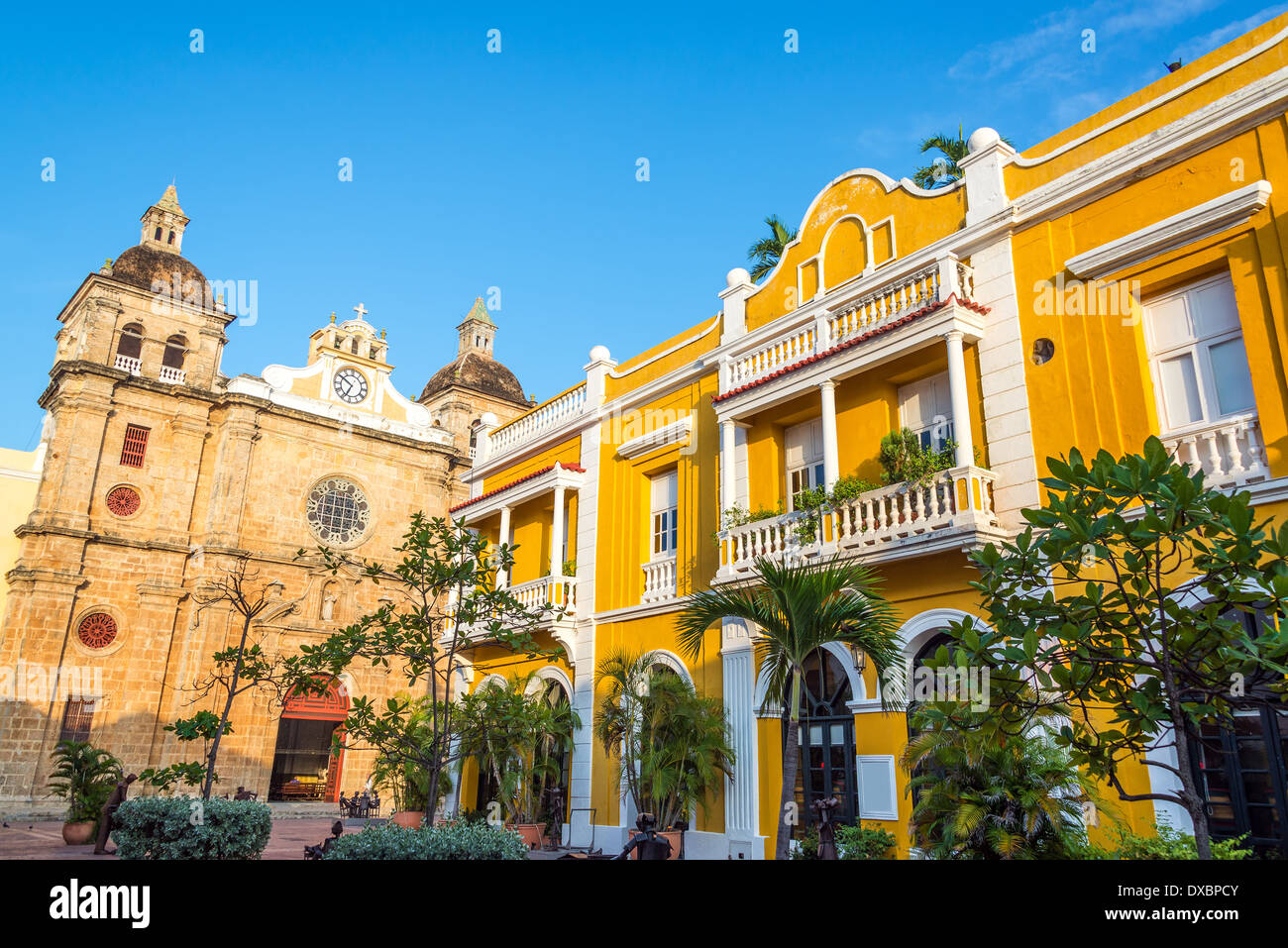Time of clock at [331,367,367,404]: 6:50
